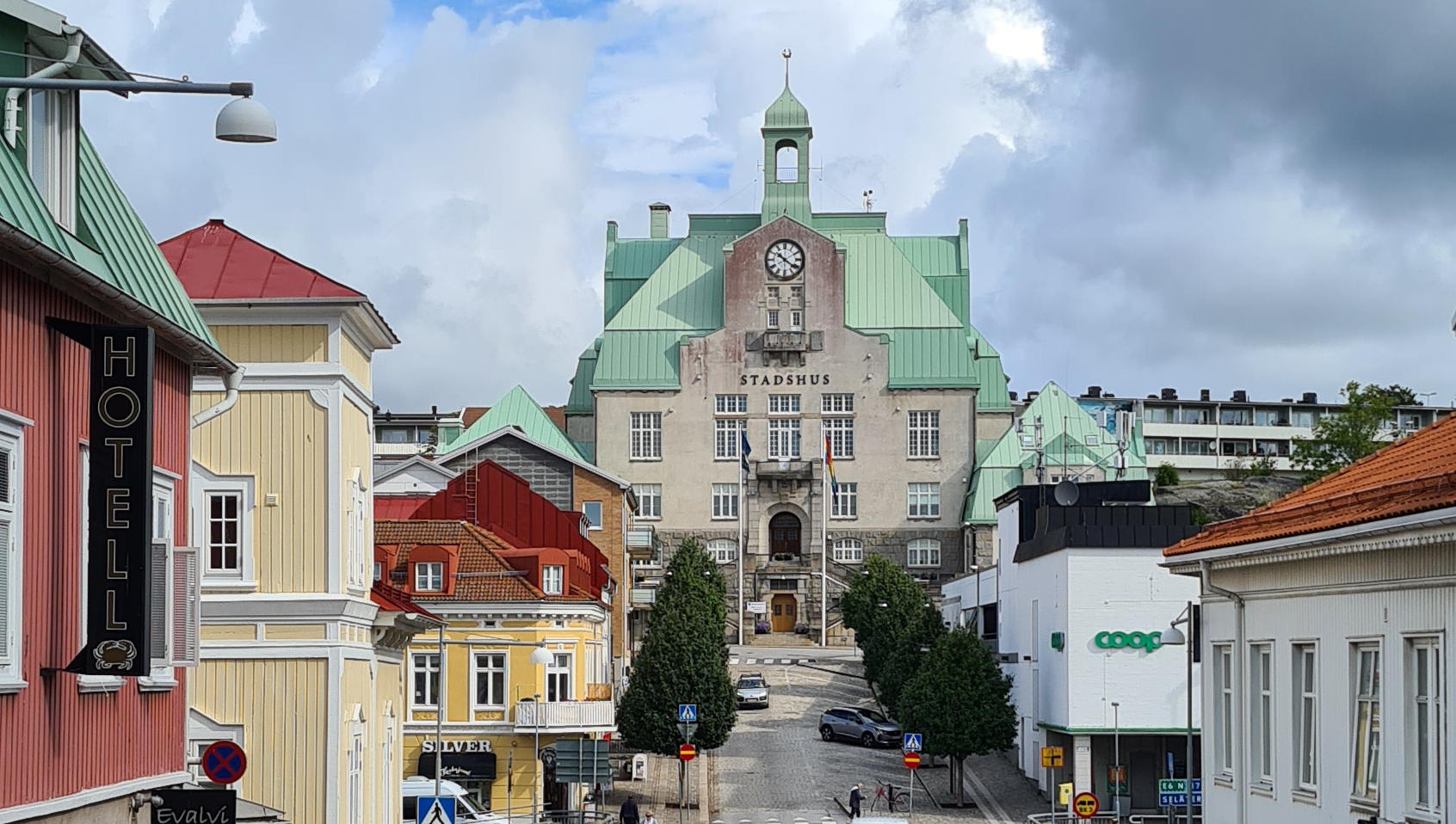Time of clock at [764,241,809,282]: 10:21
